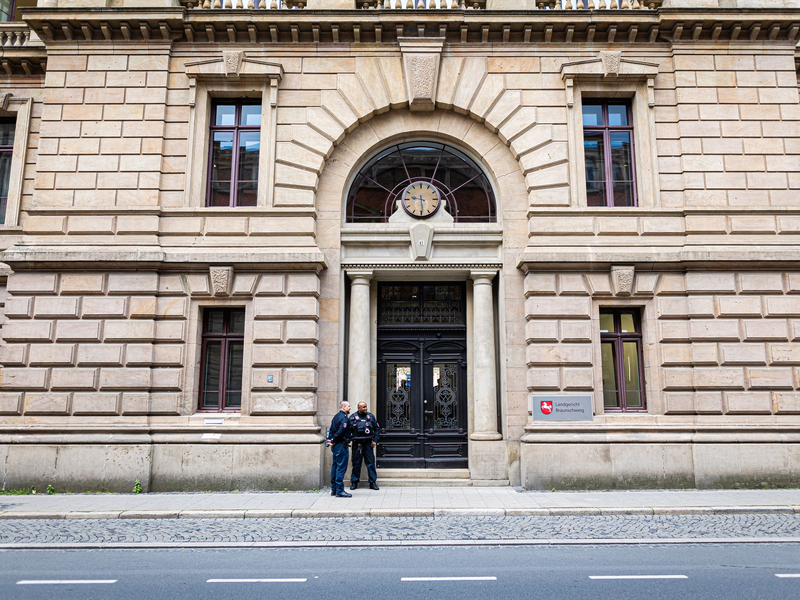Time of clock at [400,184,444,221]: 9:29
